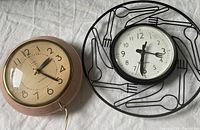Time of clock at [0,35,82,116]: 1:20
